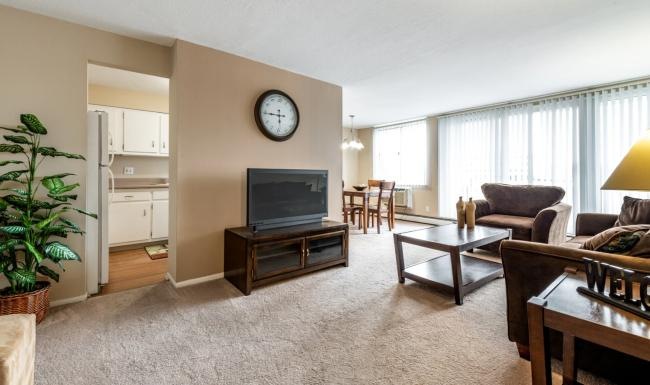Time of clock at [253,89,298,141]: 5:44
